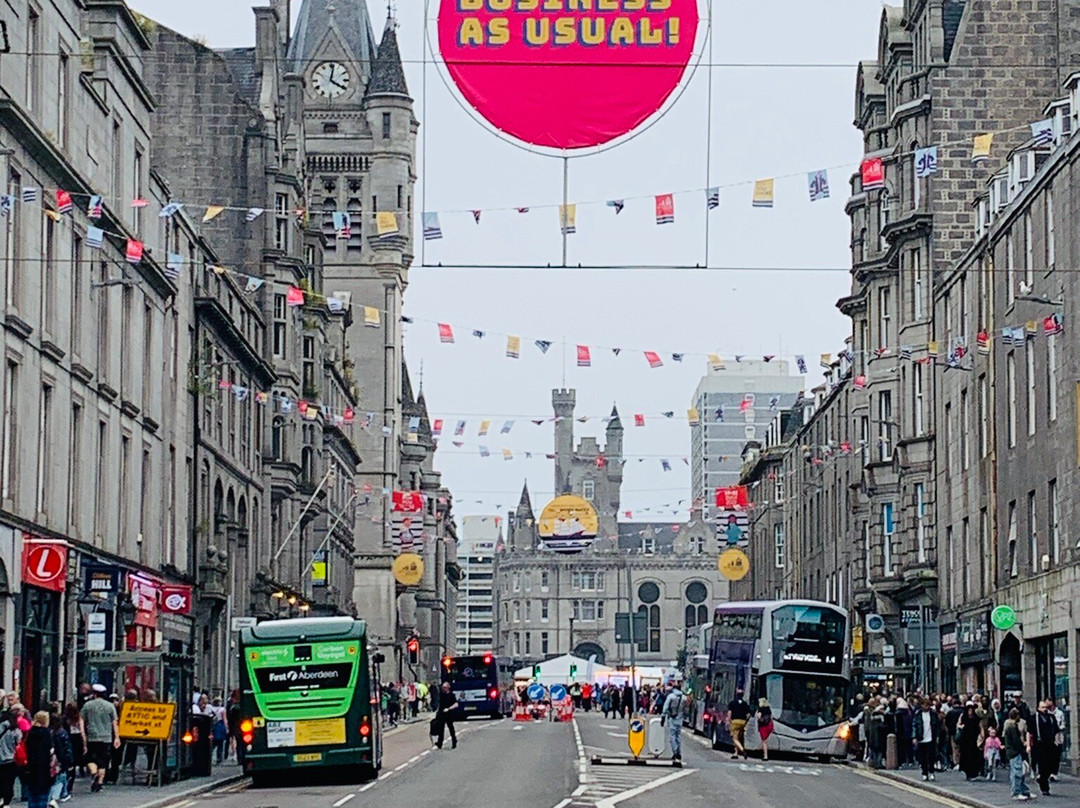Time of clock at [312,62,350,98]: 4:02
